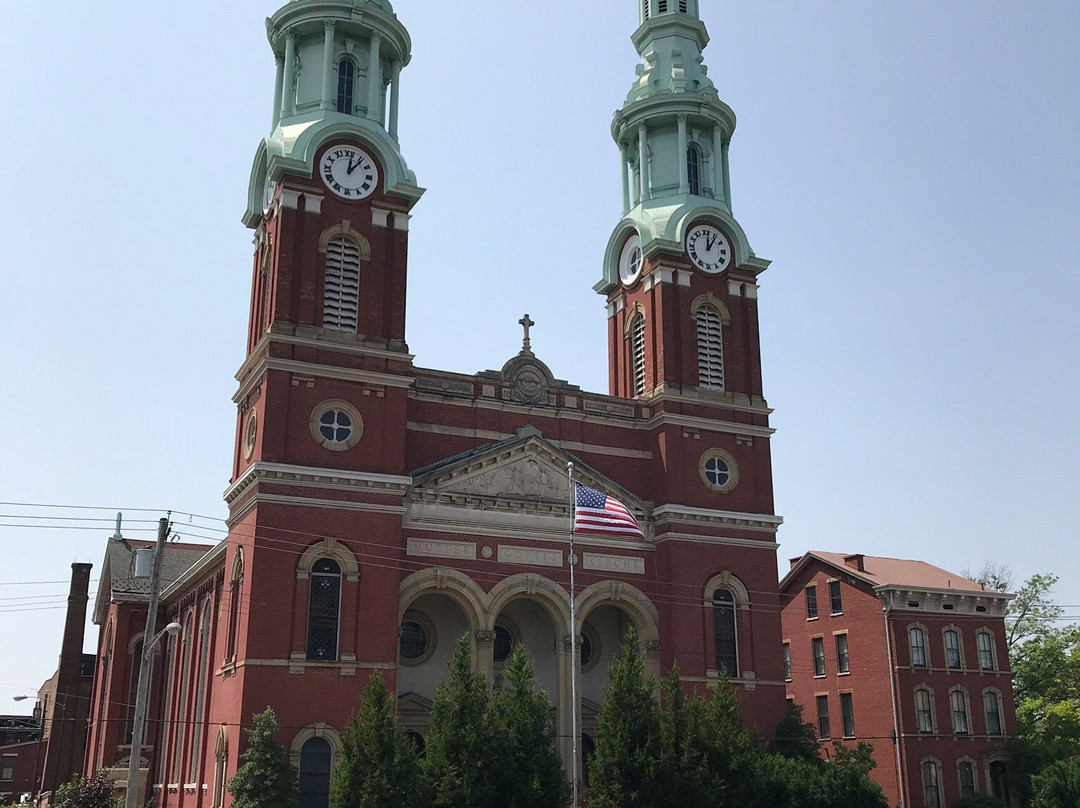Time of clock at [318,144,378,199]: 12:06
